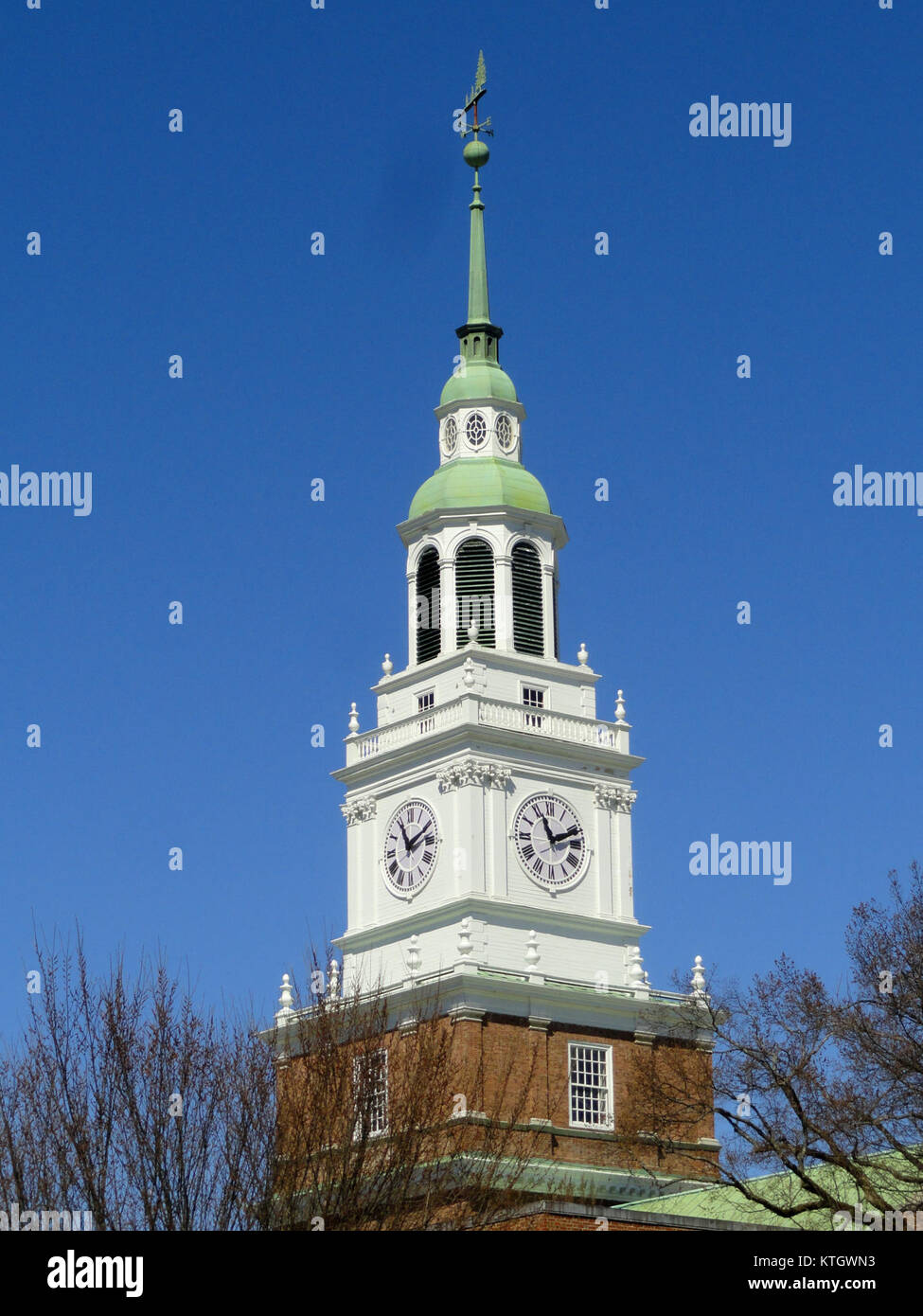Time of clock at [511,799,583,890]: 11:11
